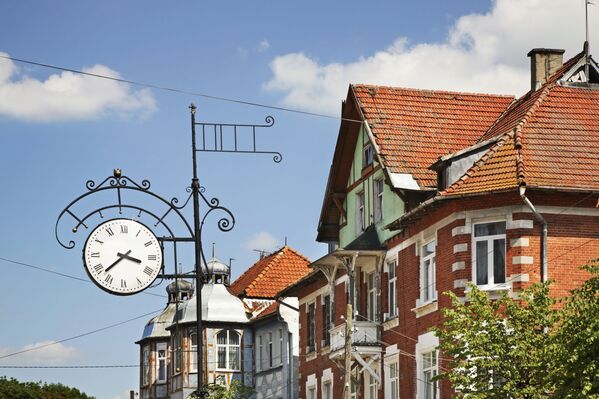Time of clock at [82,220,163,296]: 3:37
